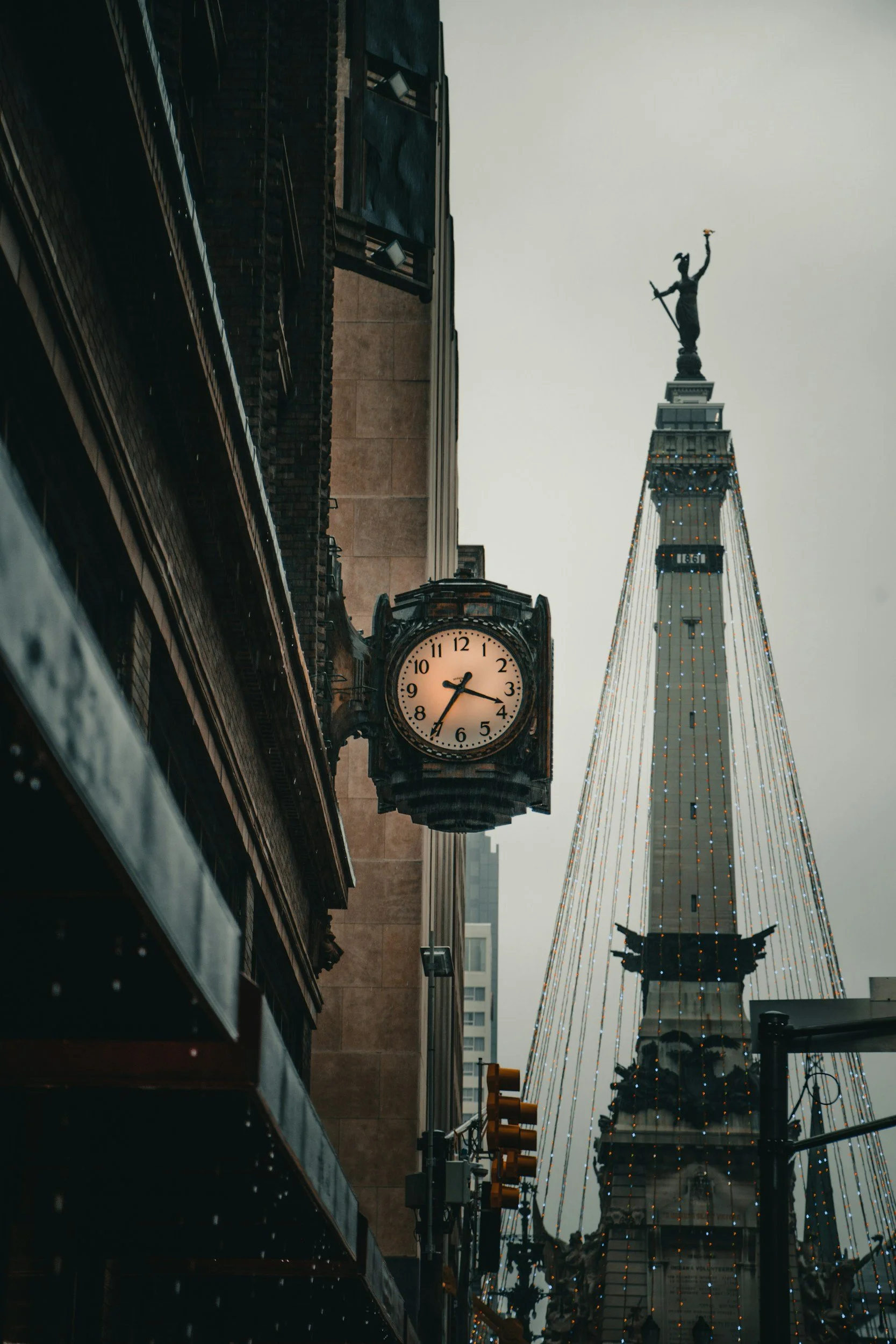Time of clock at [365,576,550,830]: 3:35
